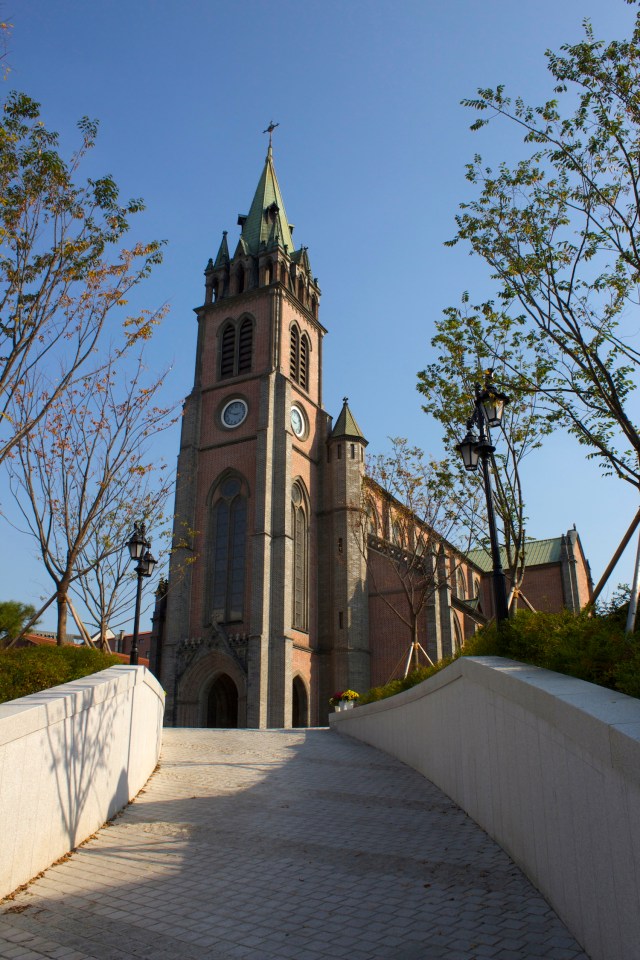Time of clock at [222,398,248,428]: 2:48
